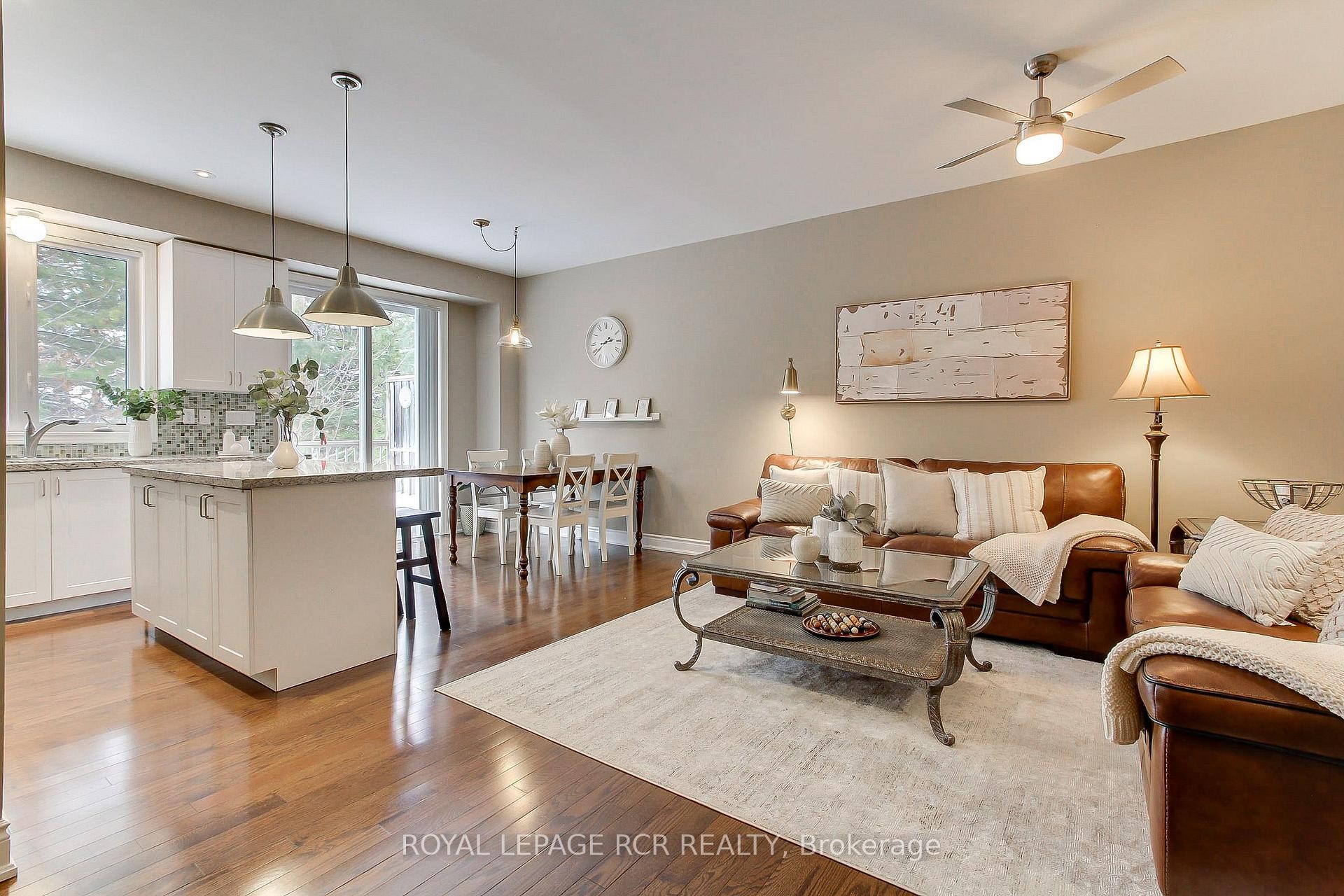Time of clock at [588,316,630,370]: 2:38
